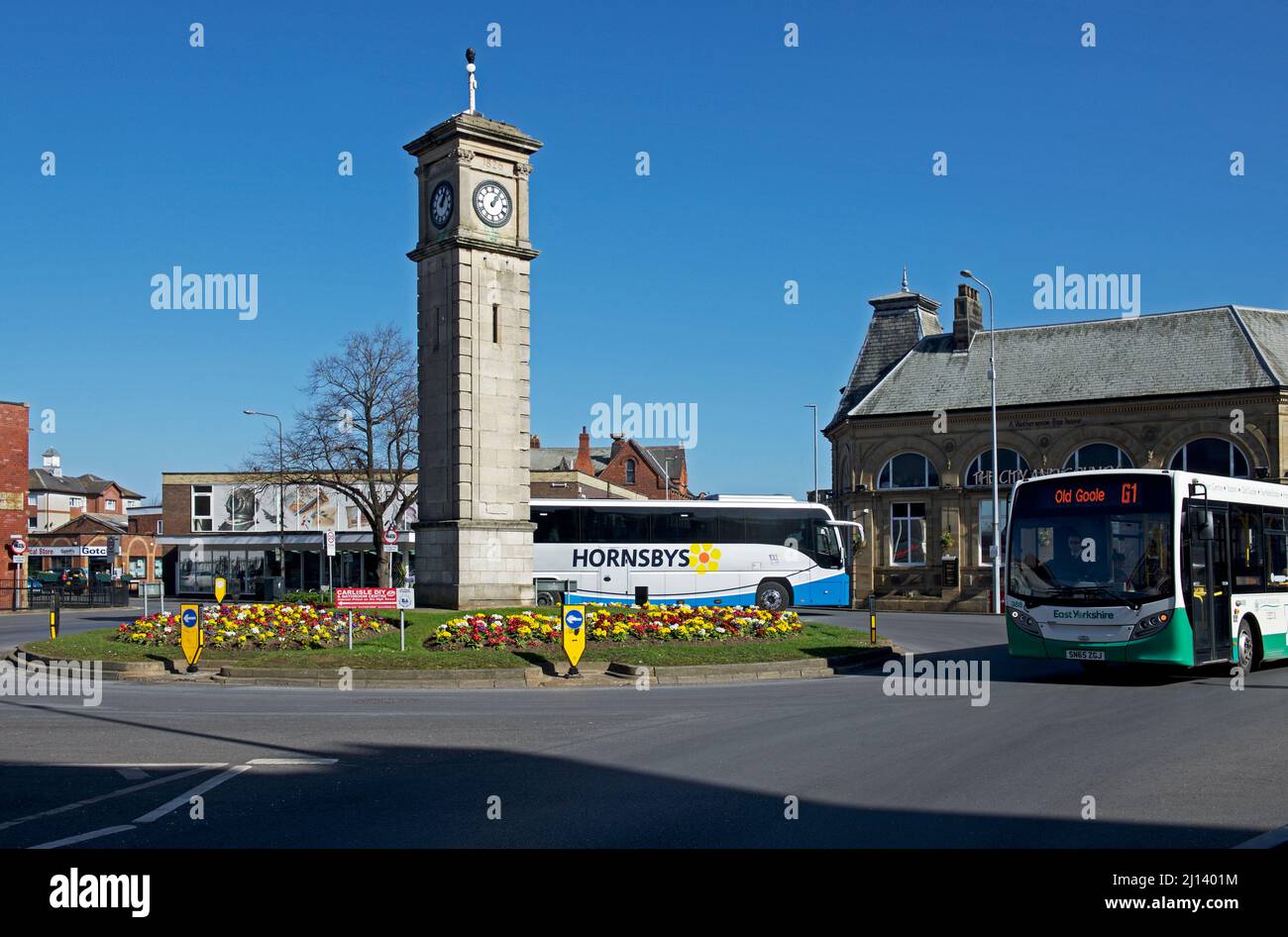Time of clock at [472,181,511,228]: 1:06
